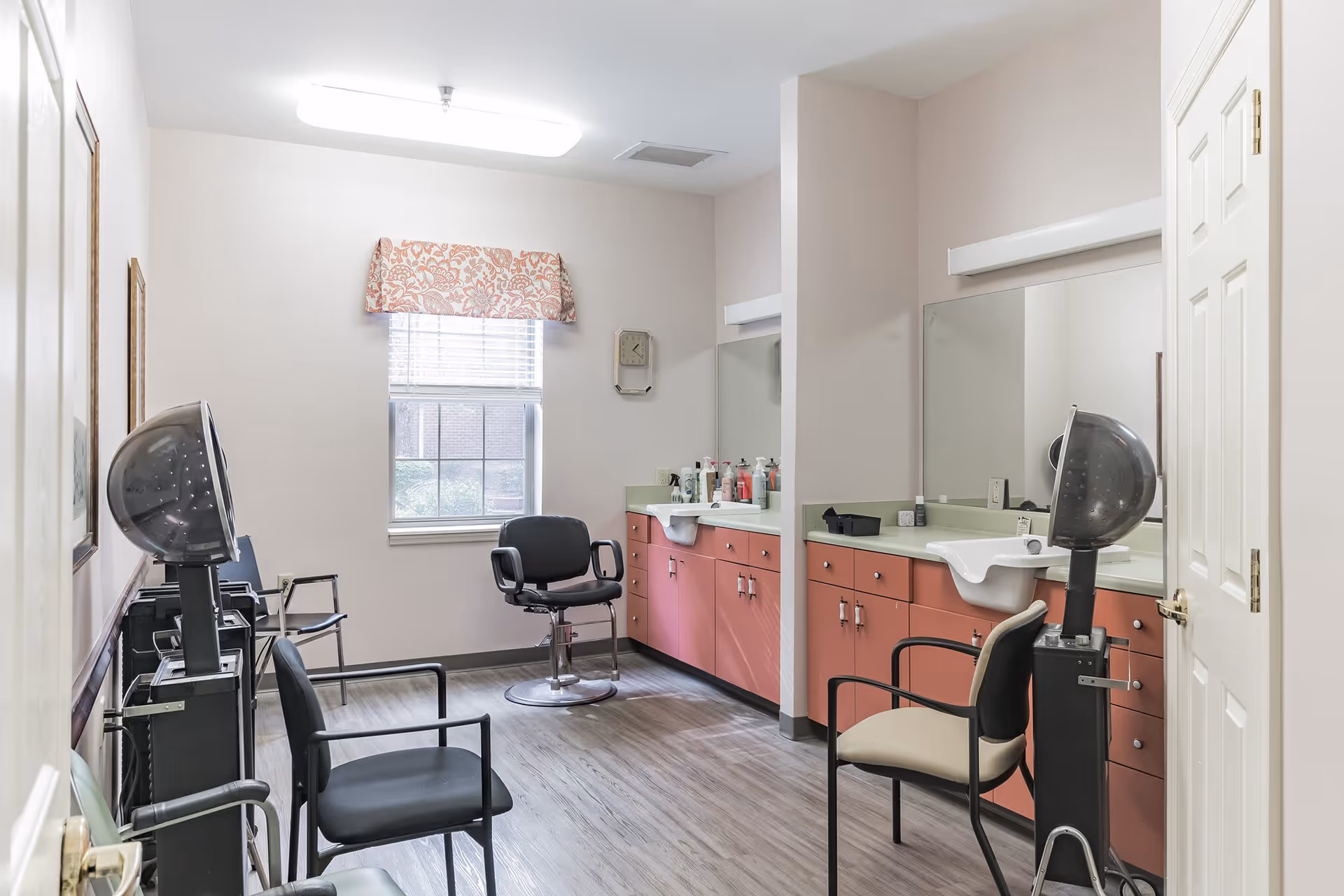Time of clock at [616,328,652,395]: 1:20
